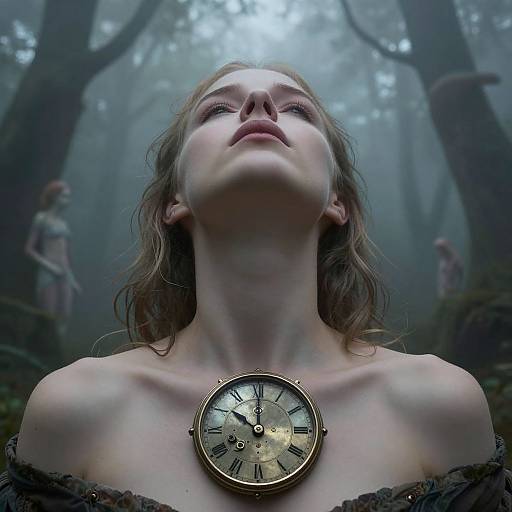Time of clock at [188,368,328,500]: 10:00
